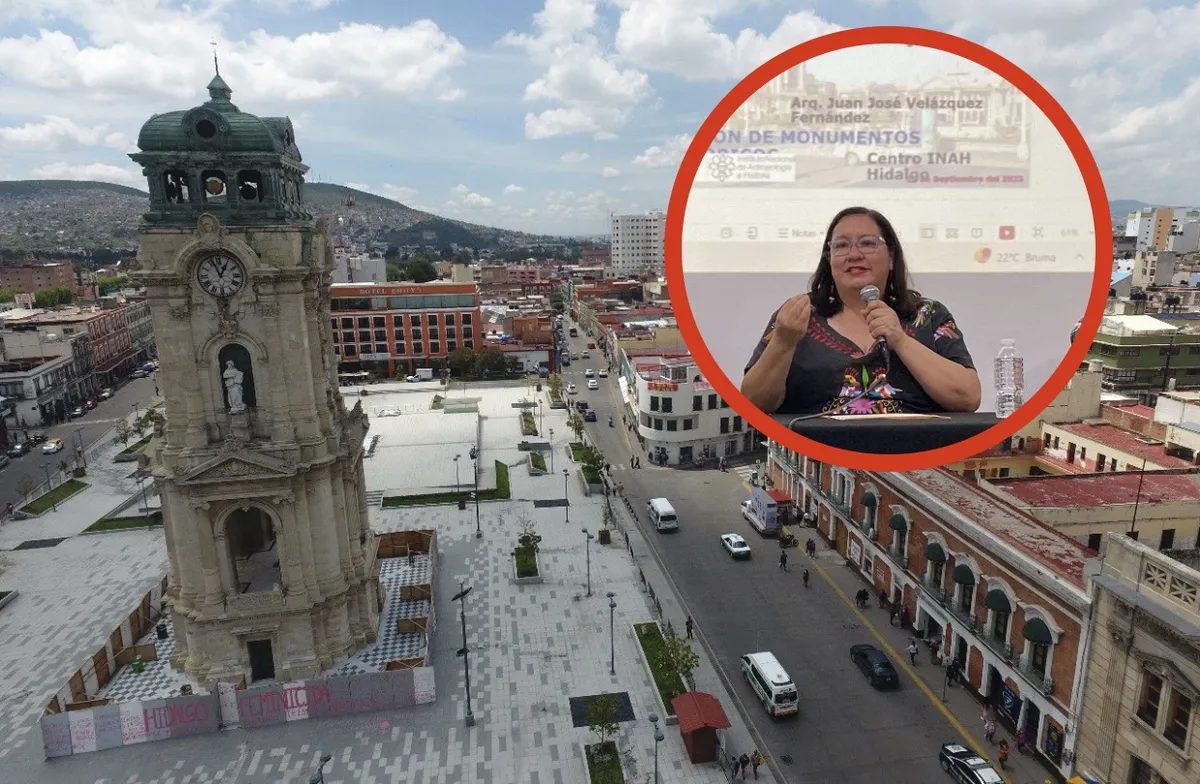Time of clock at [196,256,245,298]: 12:56
